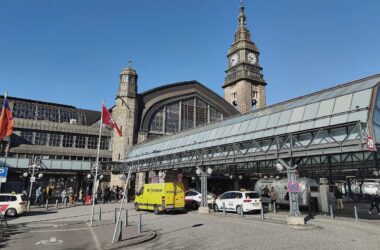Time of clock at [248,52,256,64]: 9:36
